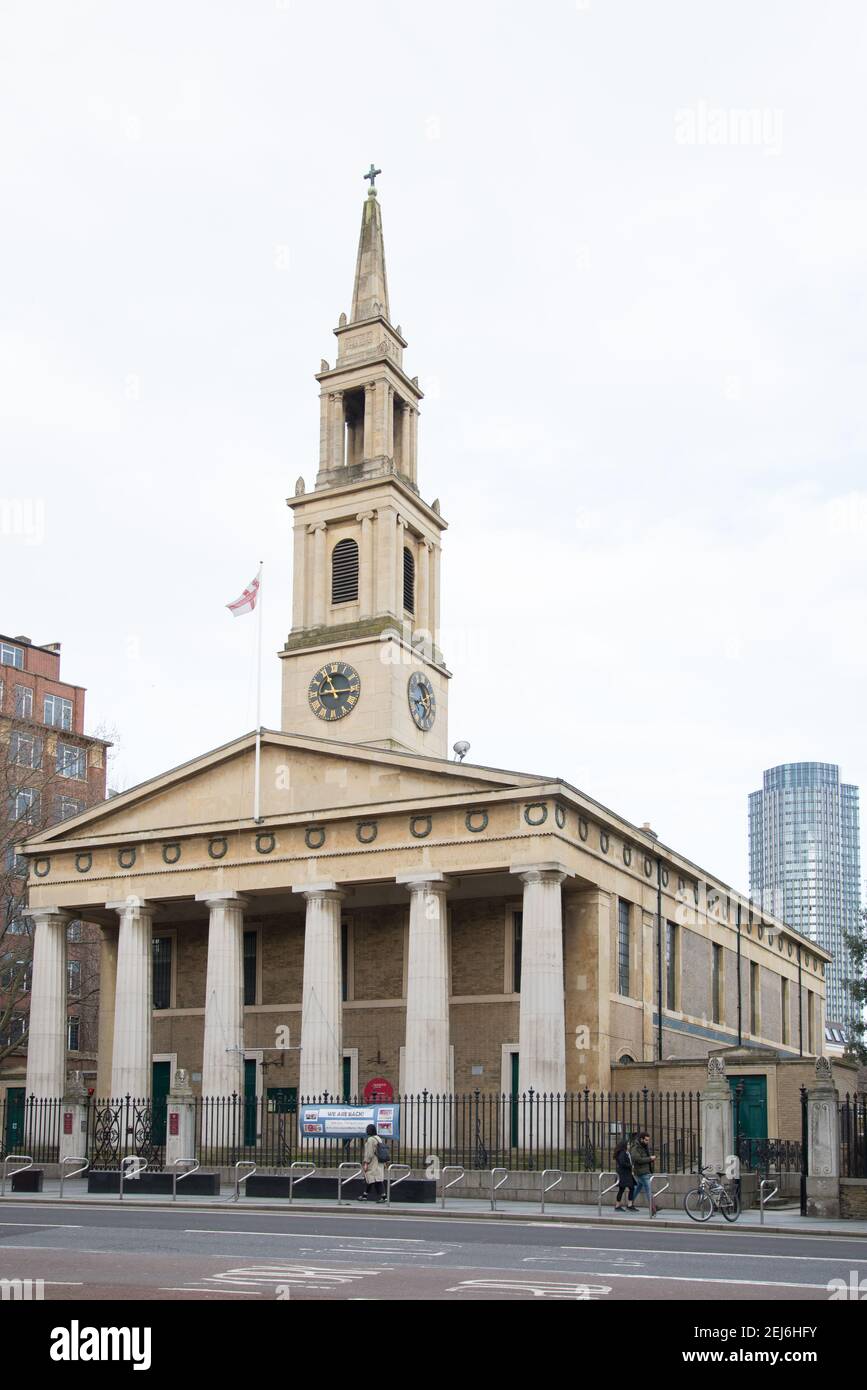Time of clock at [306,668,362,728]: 11:14
